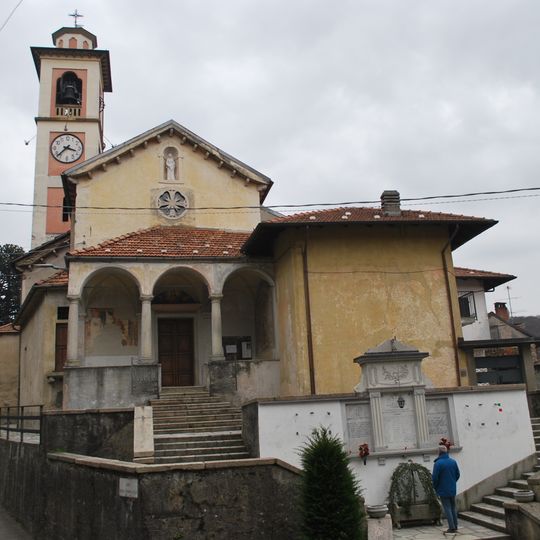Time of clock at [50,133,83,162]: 3:37
